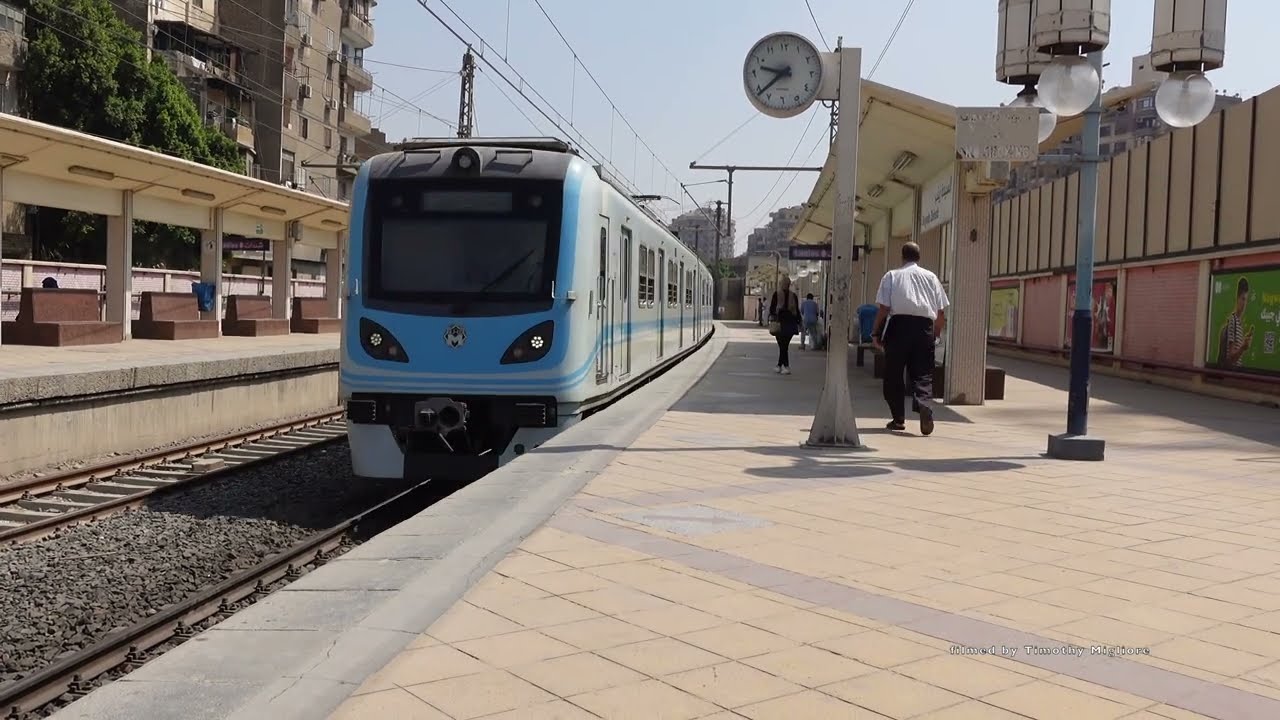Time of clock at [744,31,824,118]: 9:38
